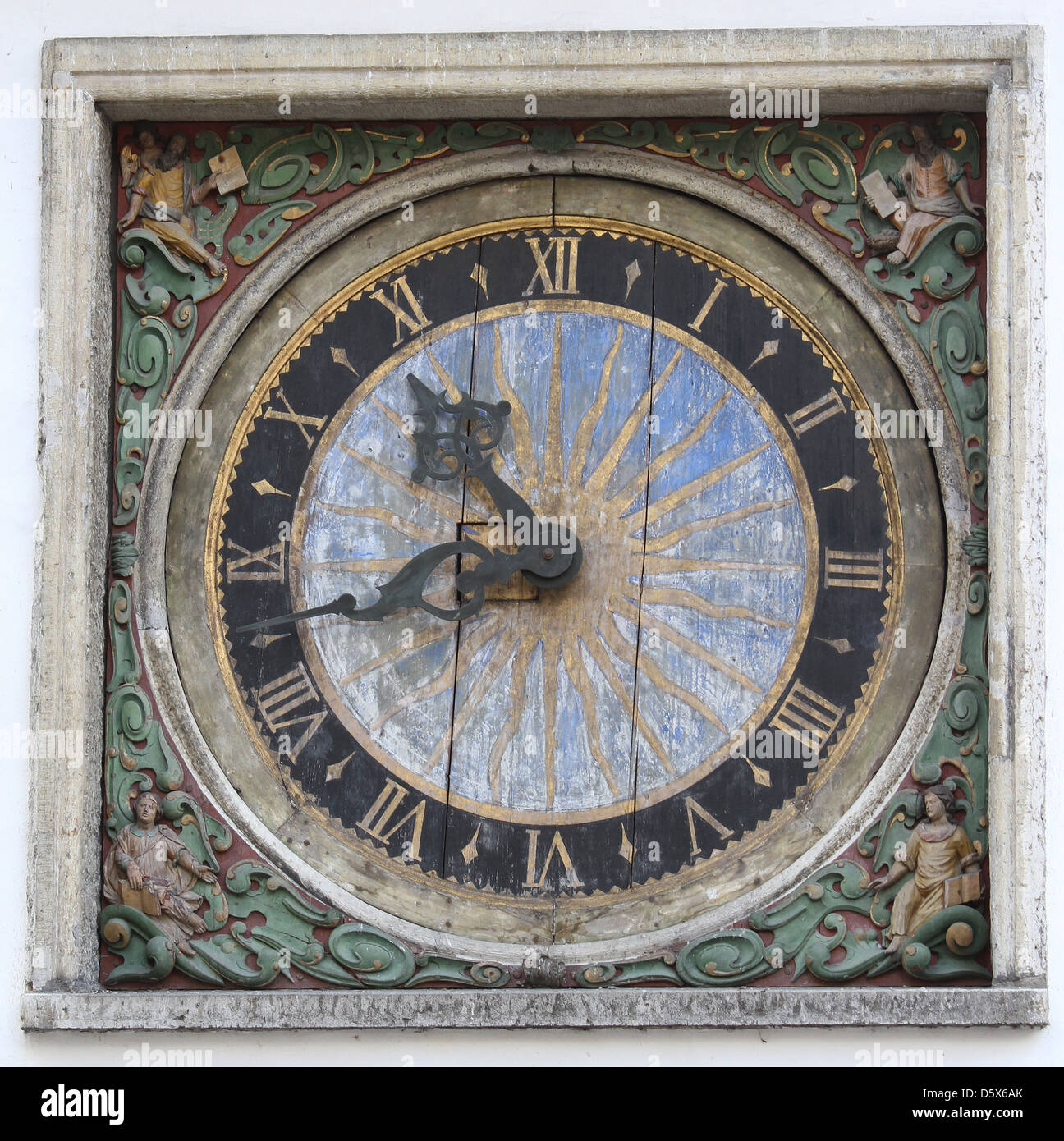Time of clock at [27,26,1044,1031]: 10:42
